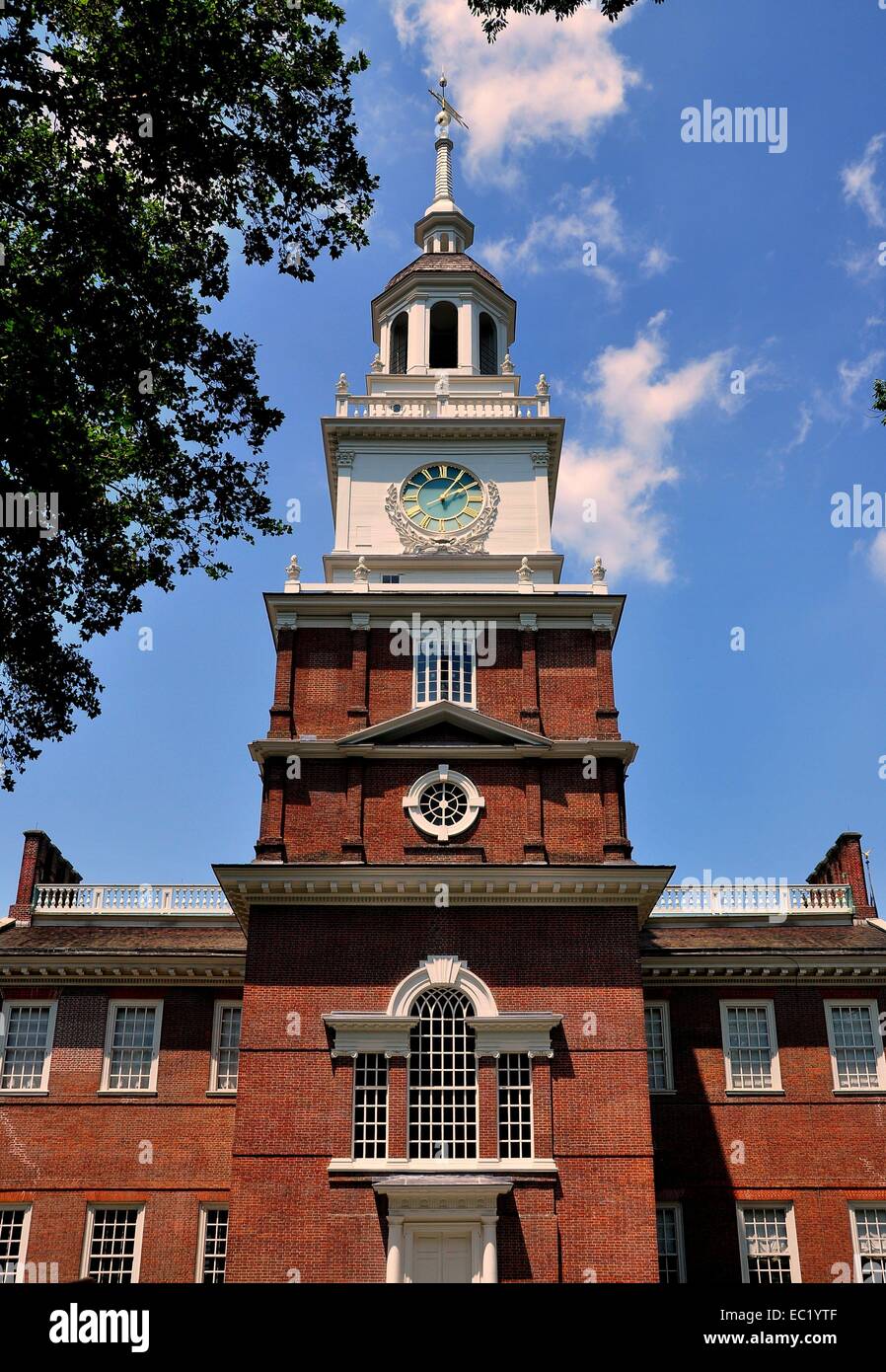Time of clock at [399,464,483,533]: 2:05
